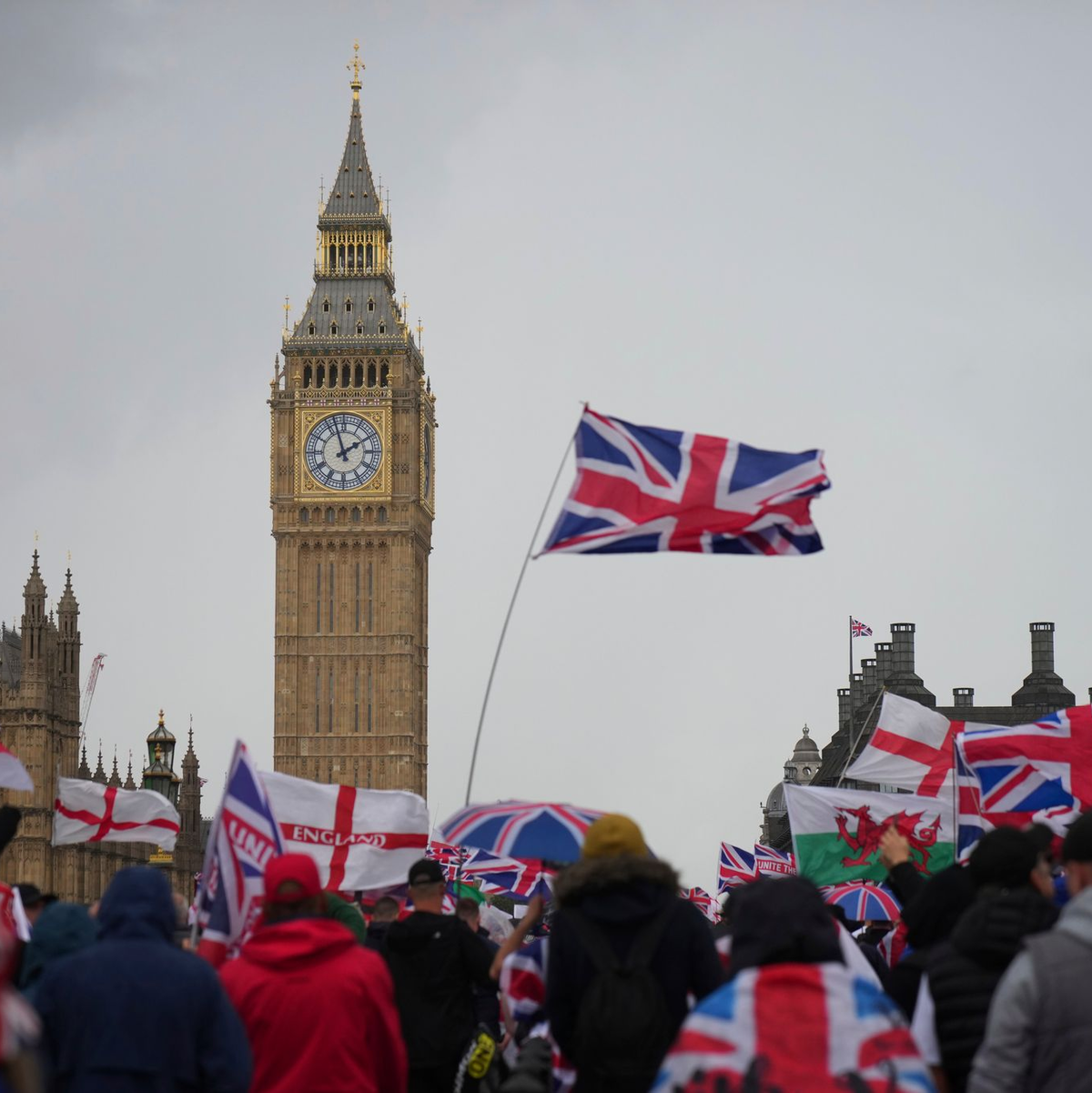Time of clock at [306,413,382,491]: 1:57
